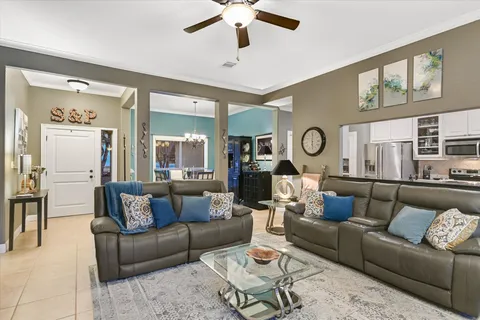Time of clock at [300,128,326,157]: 6:00
